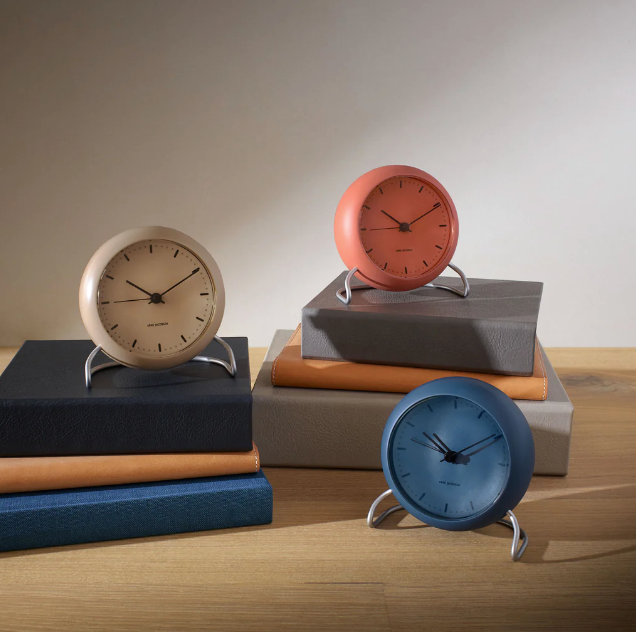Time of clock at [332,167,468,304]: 10:10
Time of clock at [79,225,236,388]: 10:10
